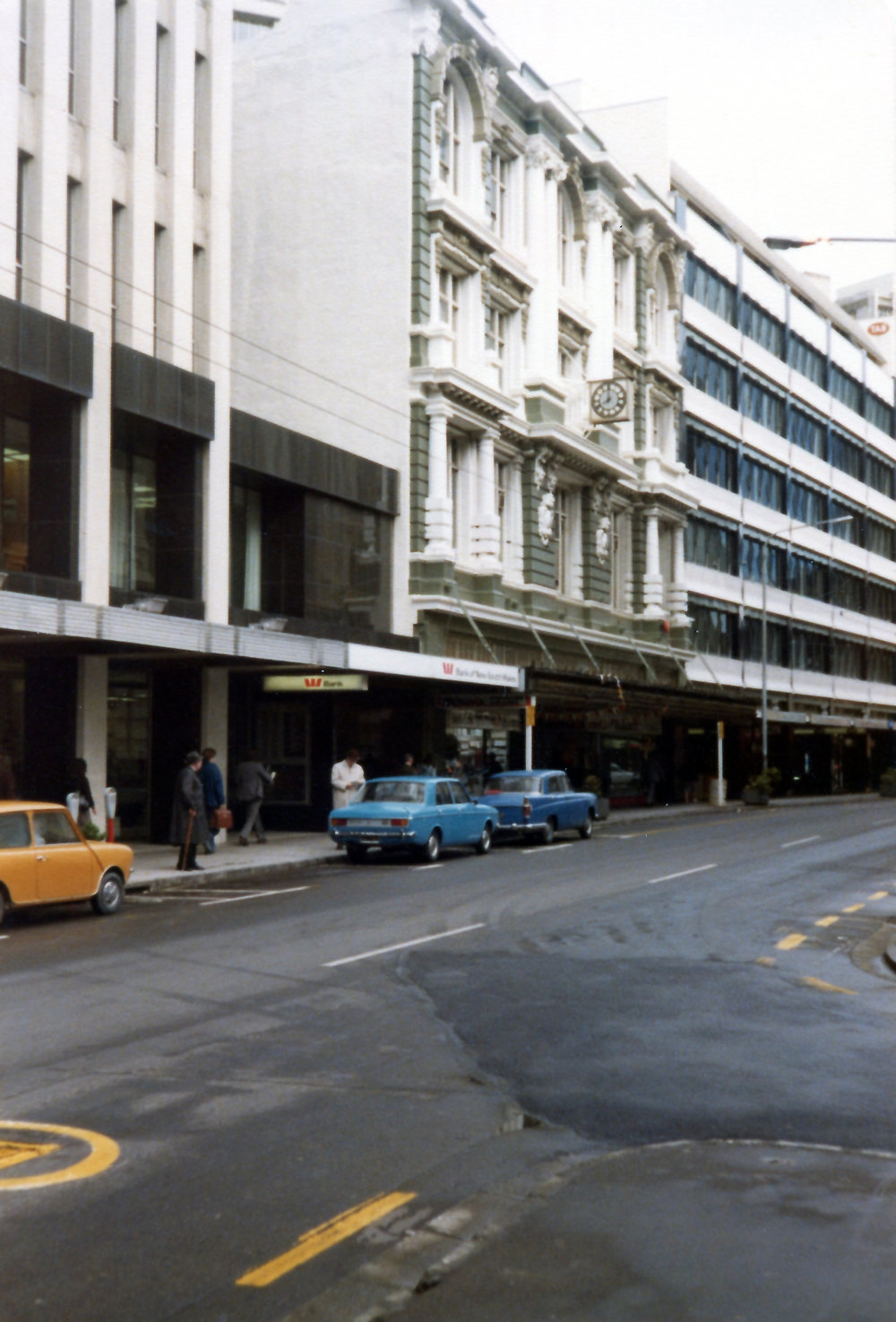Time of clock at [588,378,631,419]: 7:59
